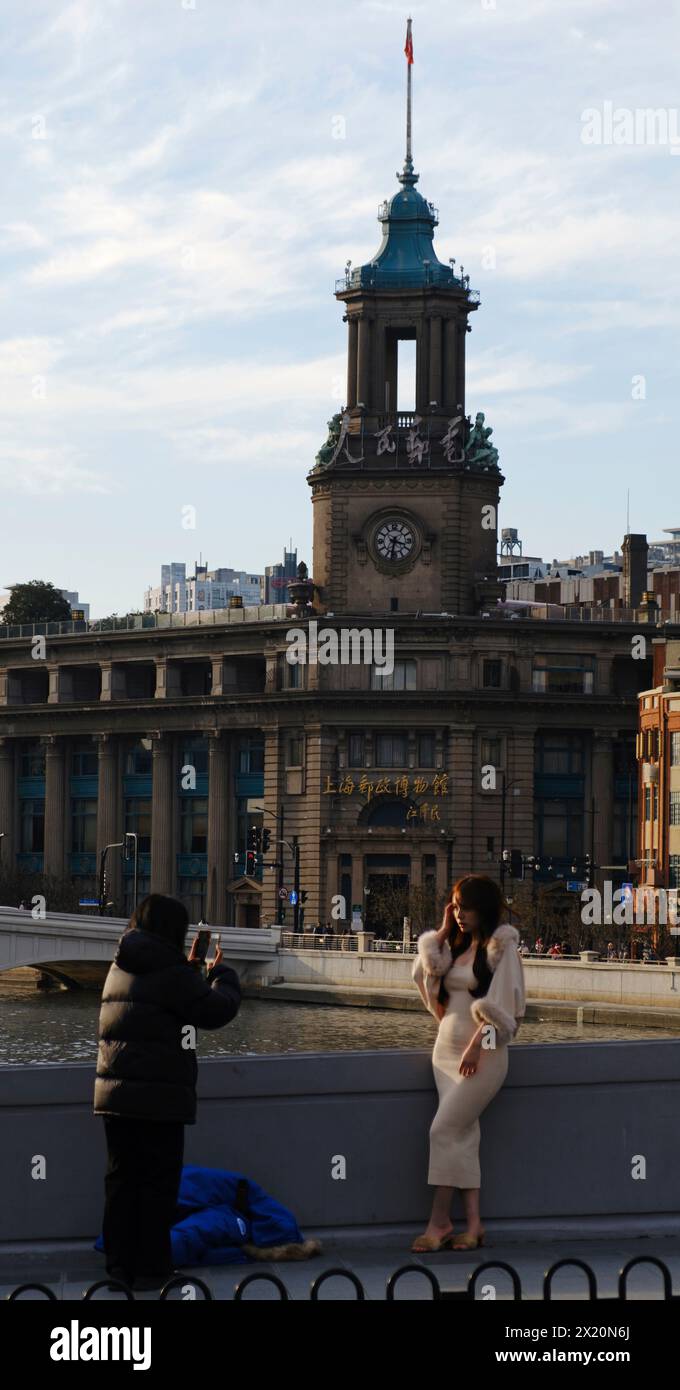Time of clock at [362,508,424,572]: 3:32
